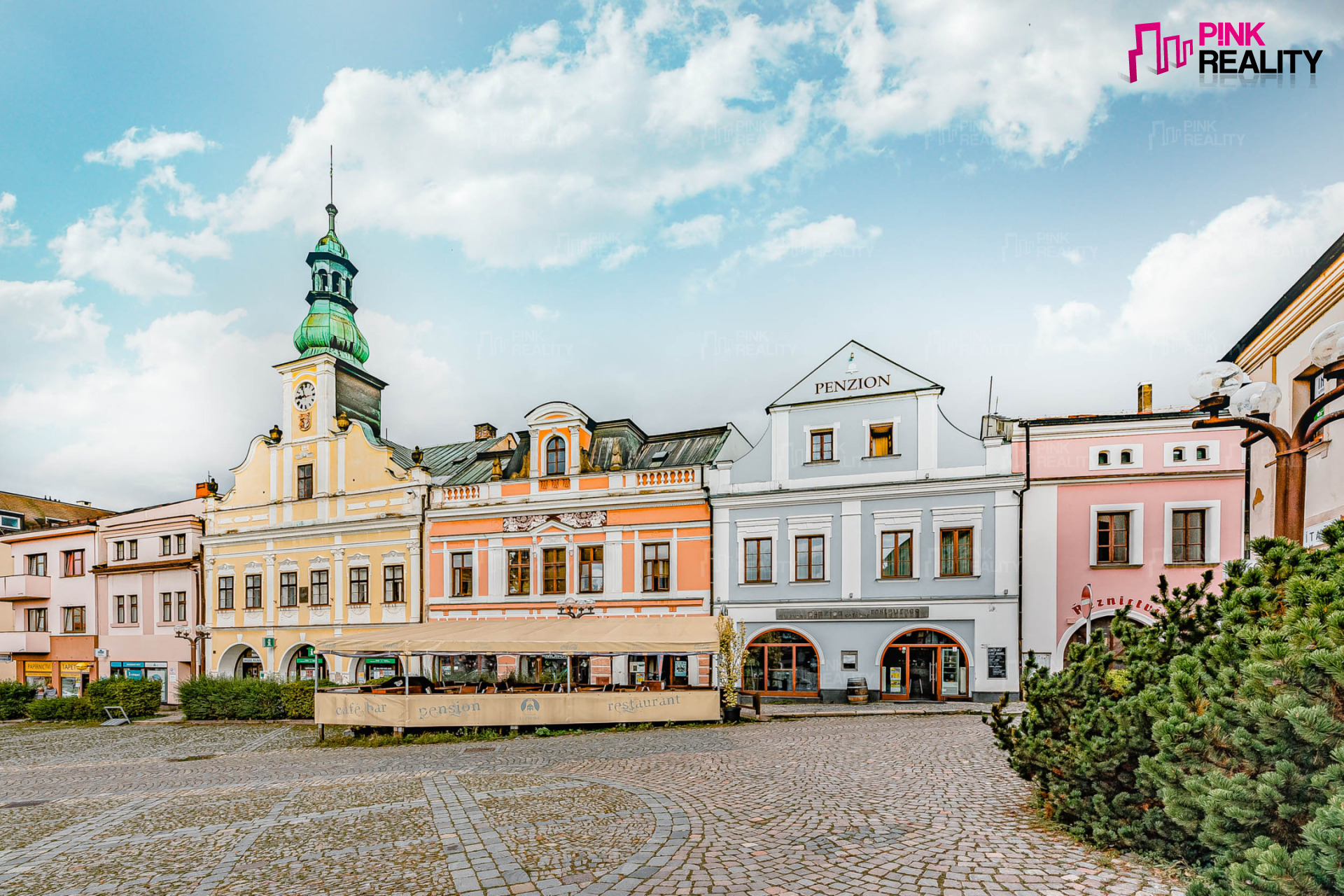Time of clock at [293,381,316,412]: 8:56
